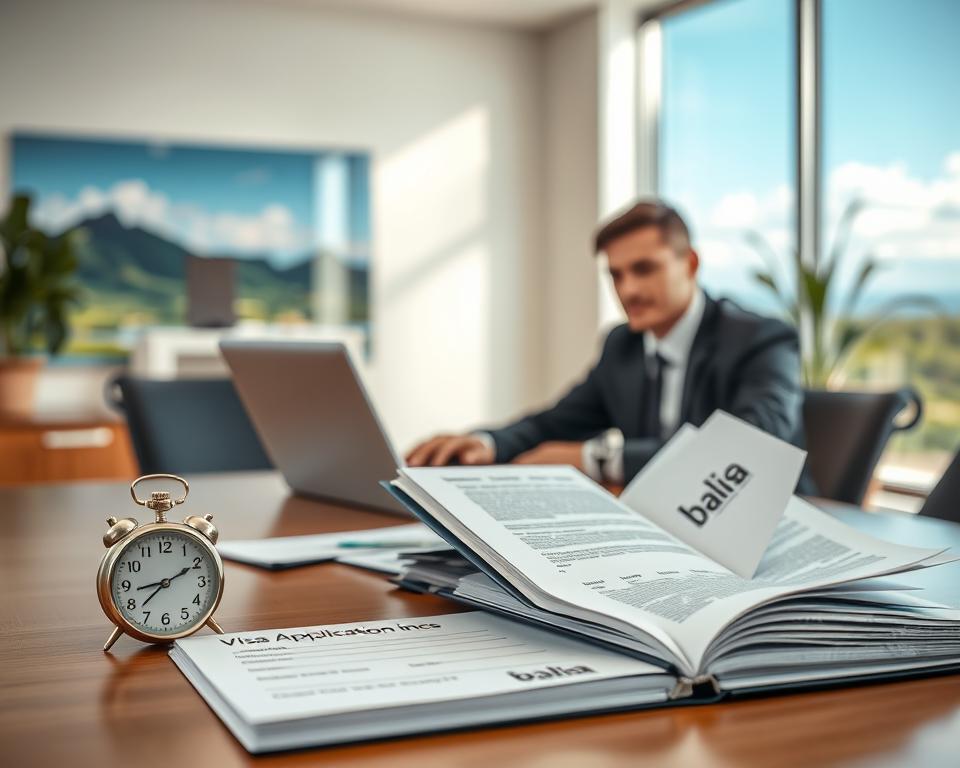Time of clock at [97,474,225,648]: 8:37
